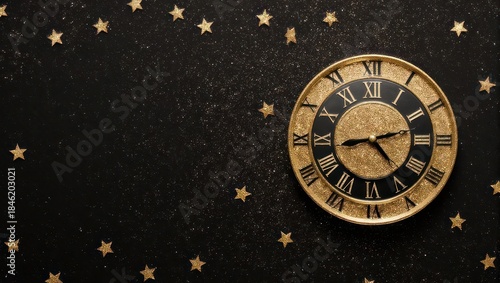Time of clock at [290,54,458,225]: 4:42
